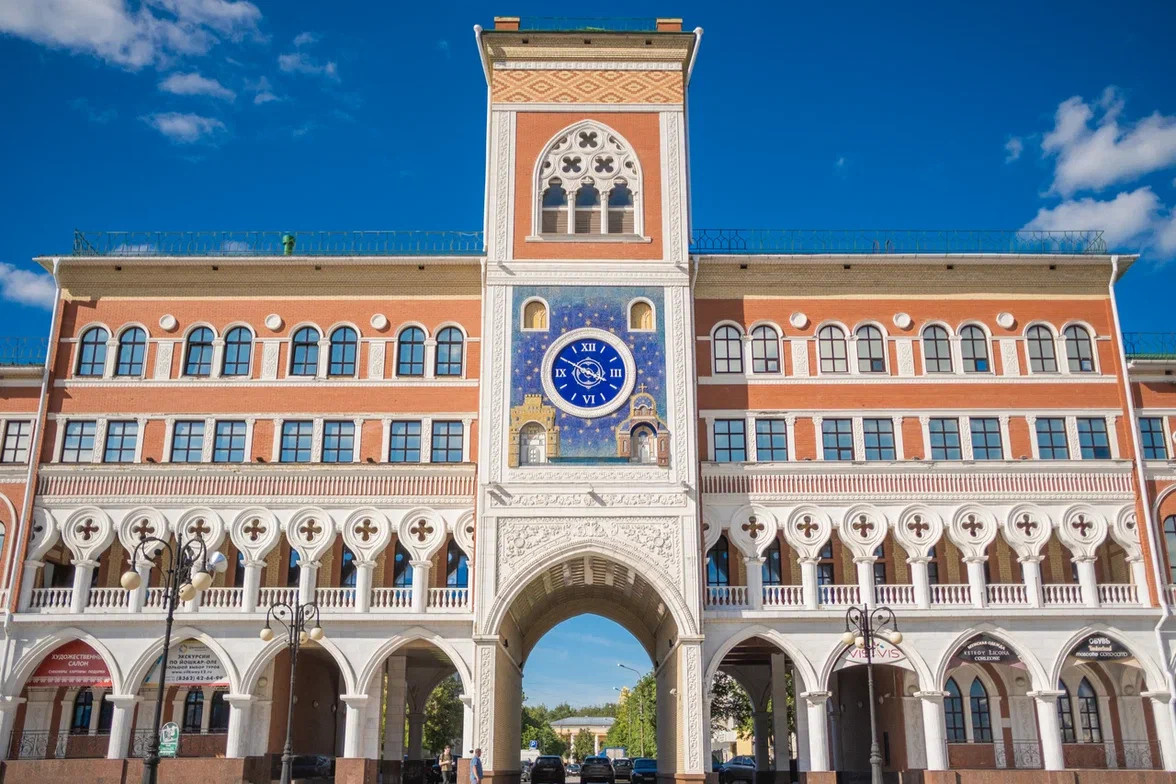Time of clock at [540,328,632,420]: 3:50
